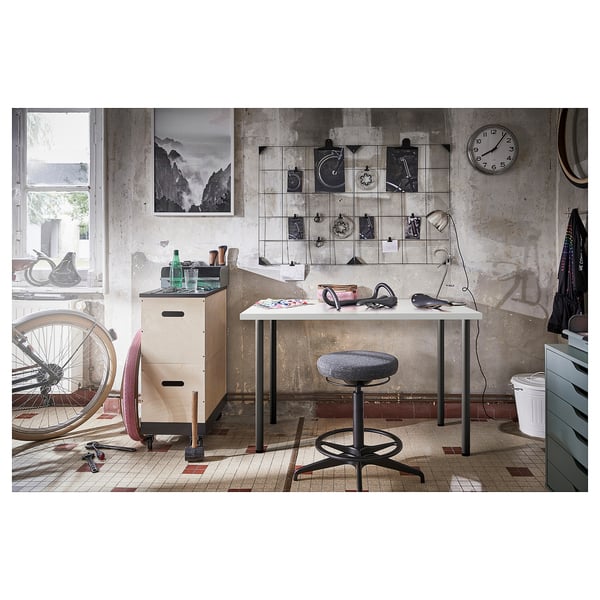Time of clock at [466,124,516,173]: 8:06
